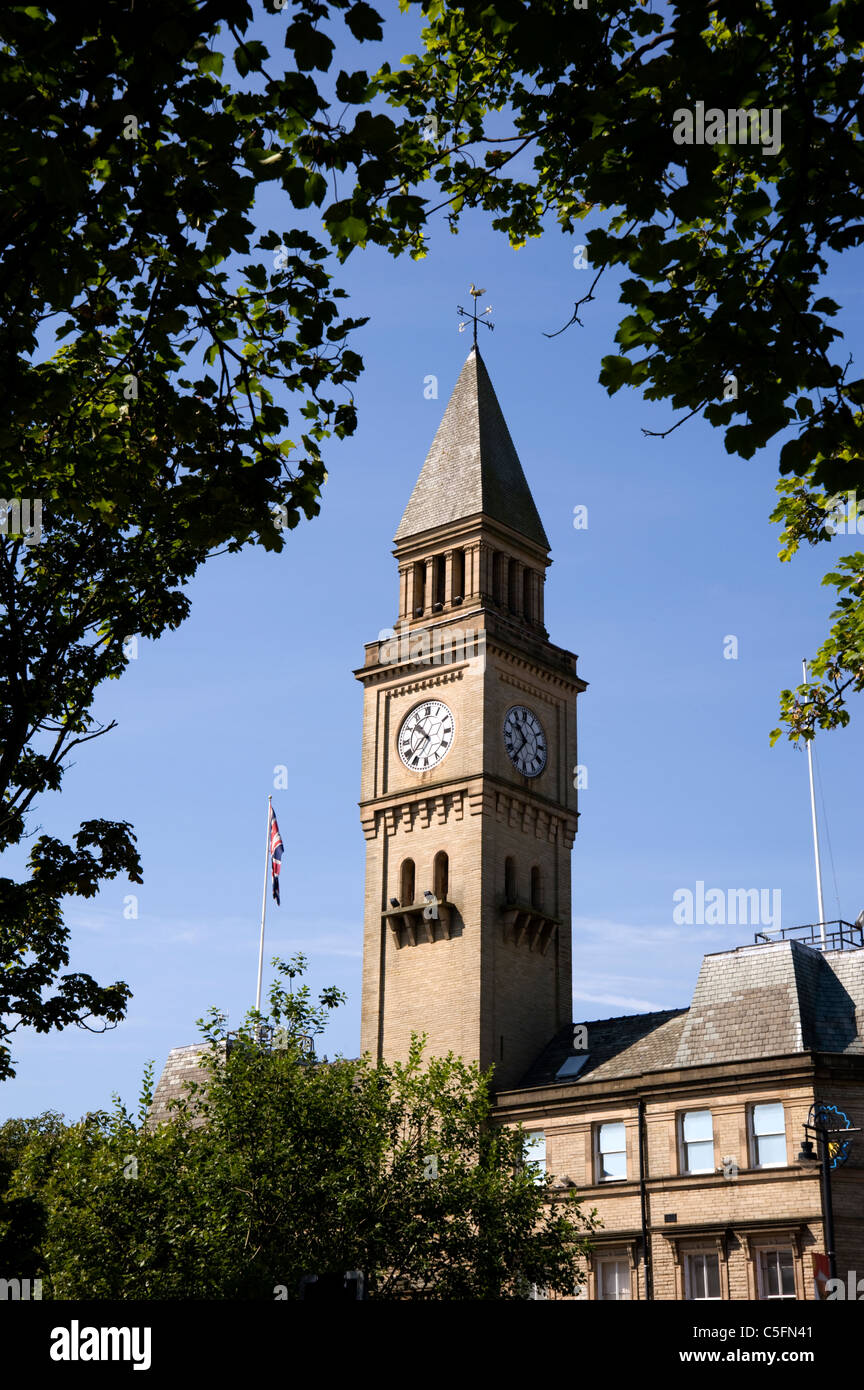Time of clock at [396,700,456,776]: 10:37
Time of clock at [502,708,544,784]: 10:36
